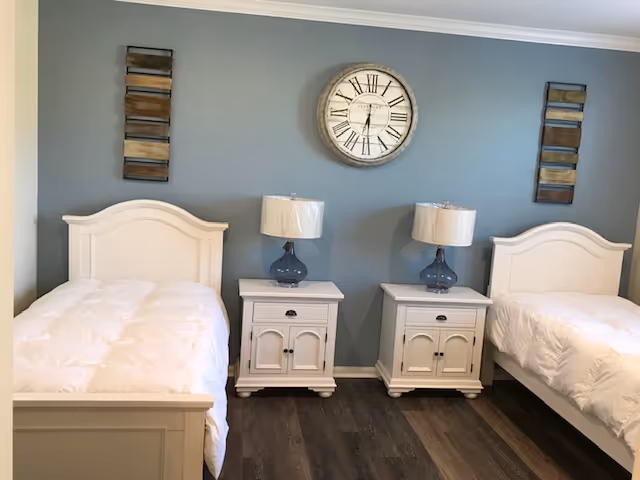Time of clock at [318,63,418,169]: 6:29
